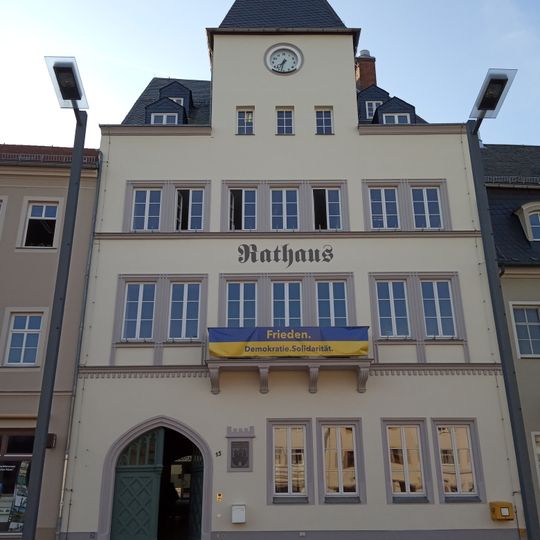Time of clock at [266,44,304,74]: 7:32
